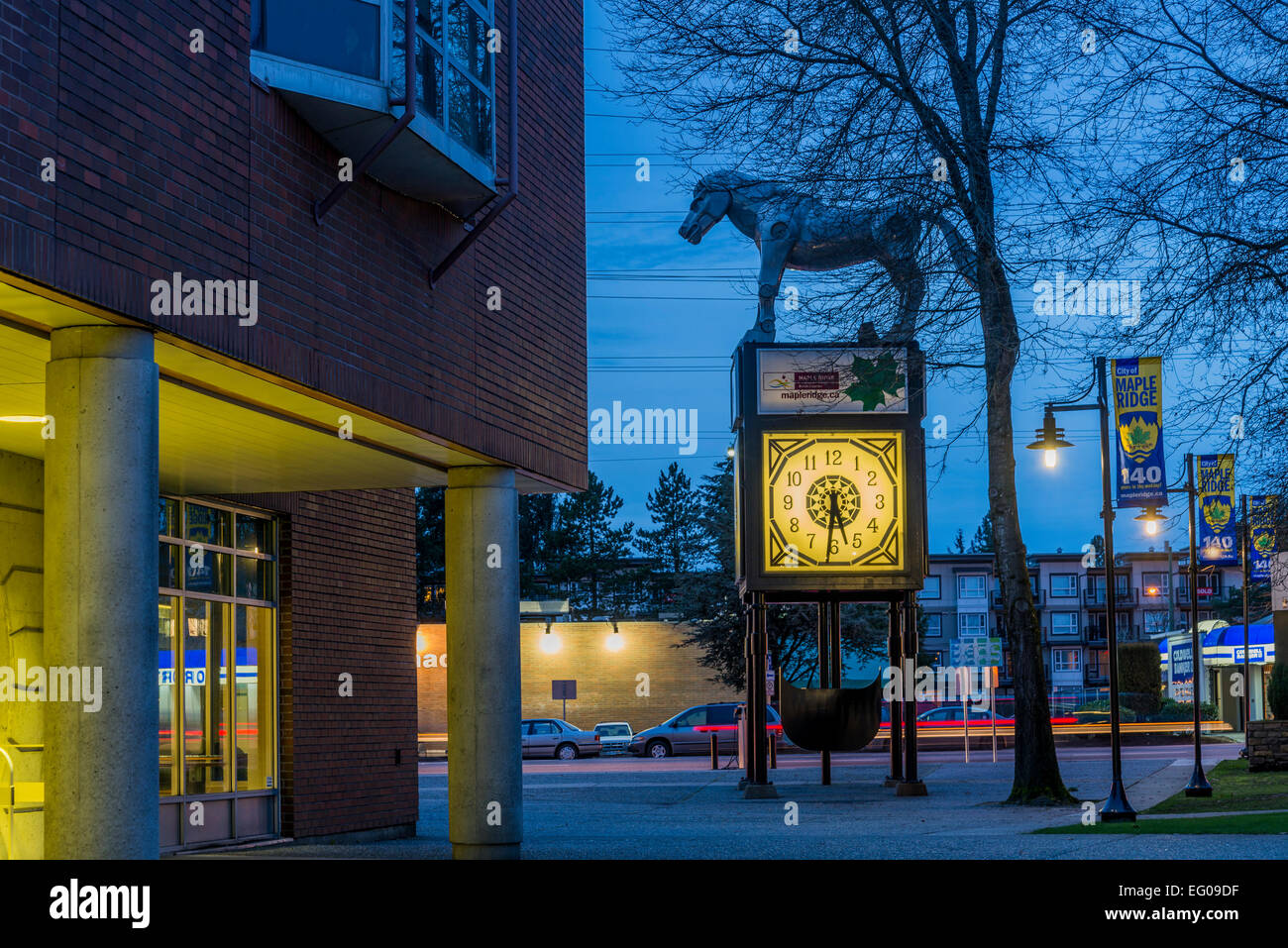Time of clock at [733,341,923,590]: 5:31
